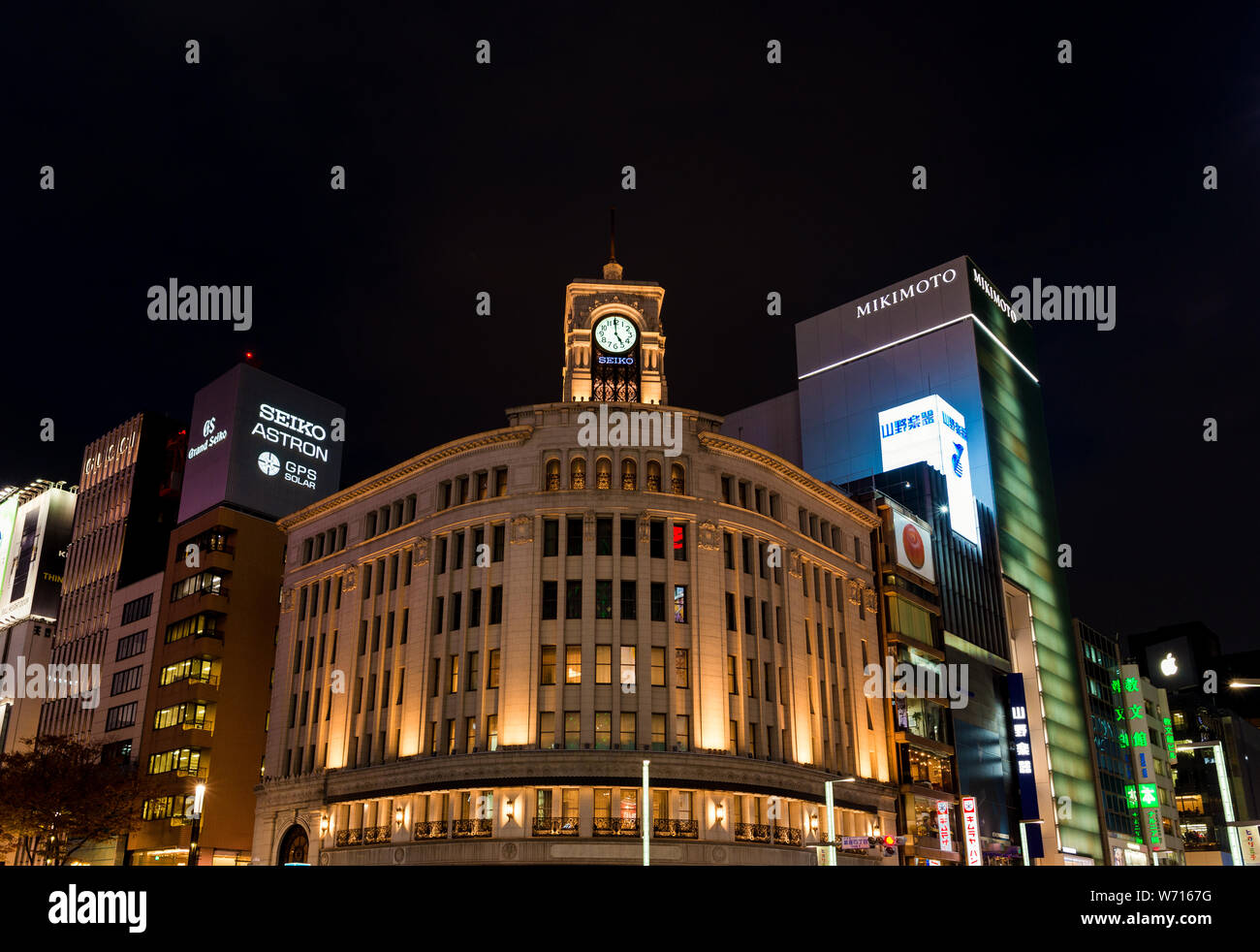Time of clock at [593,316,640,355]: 4:59
